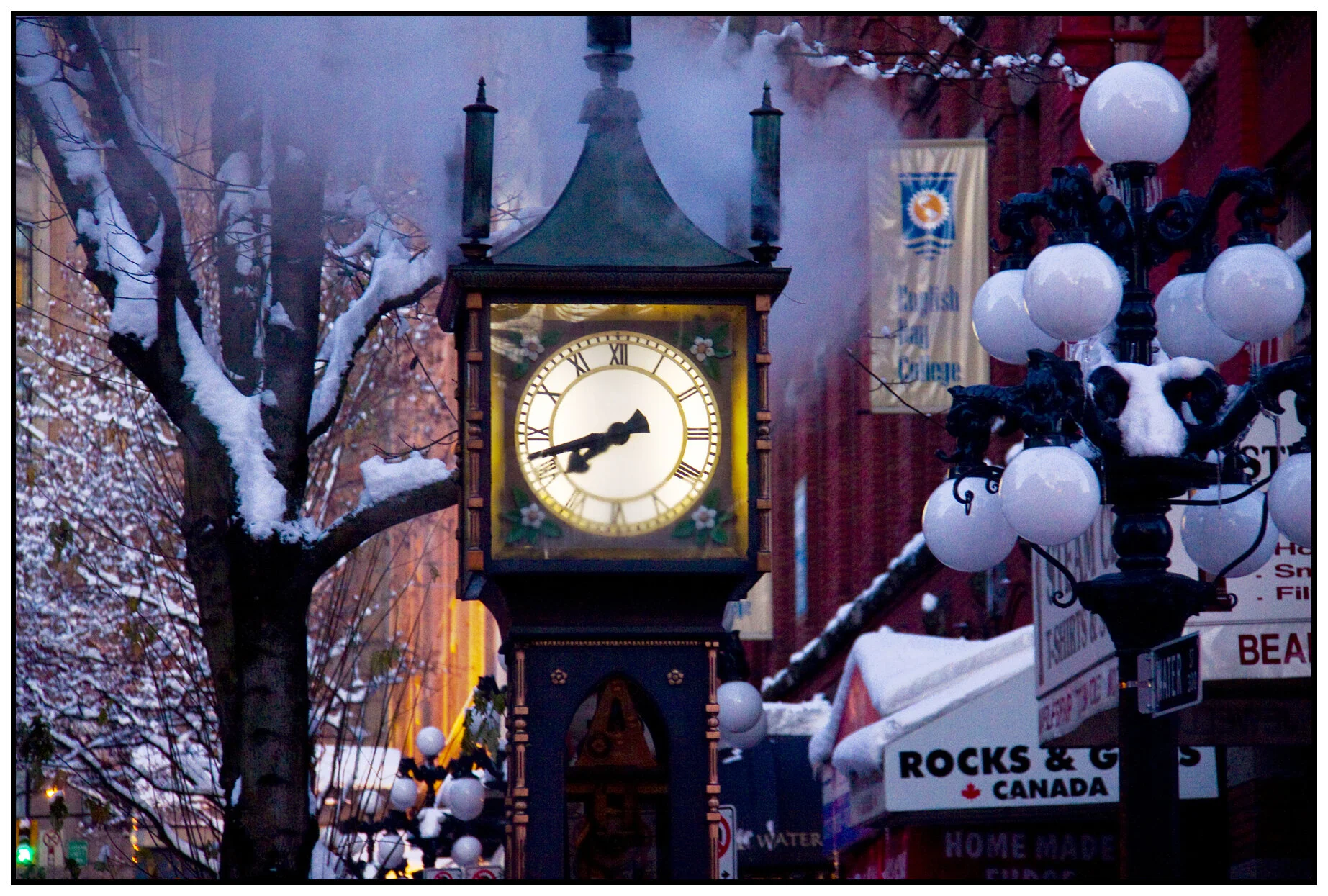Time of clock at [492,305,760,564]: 7:42
